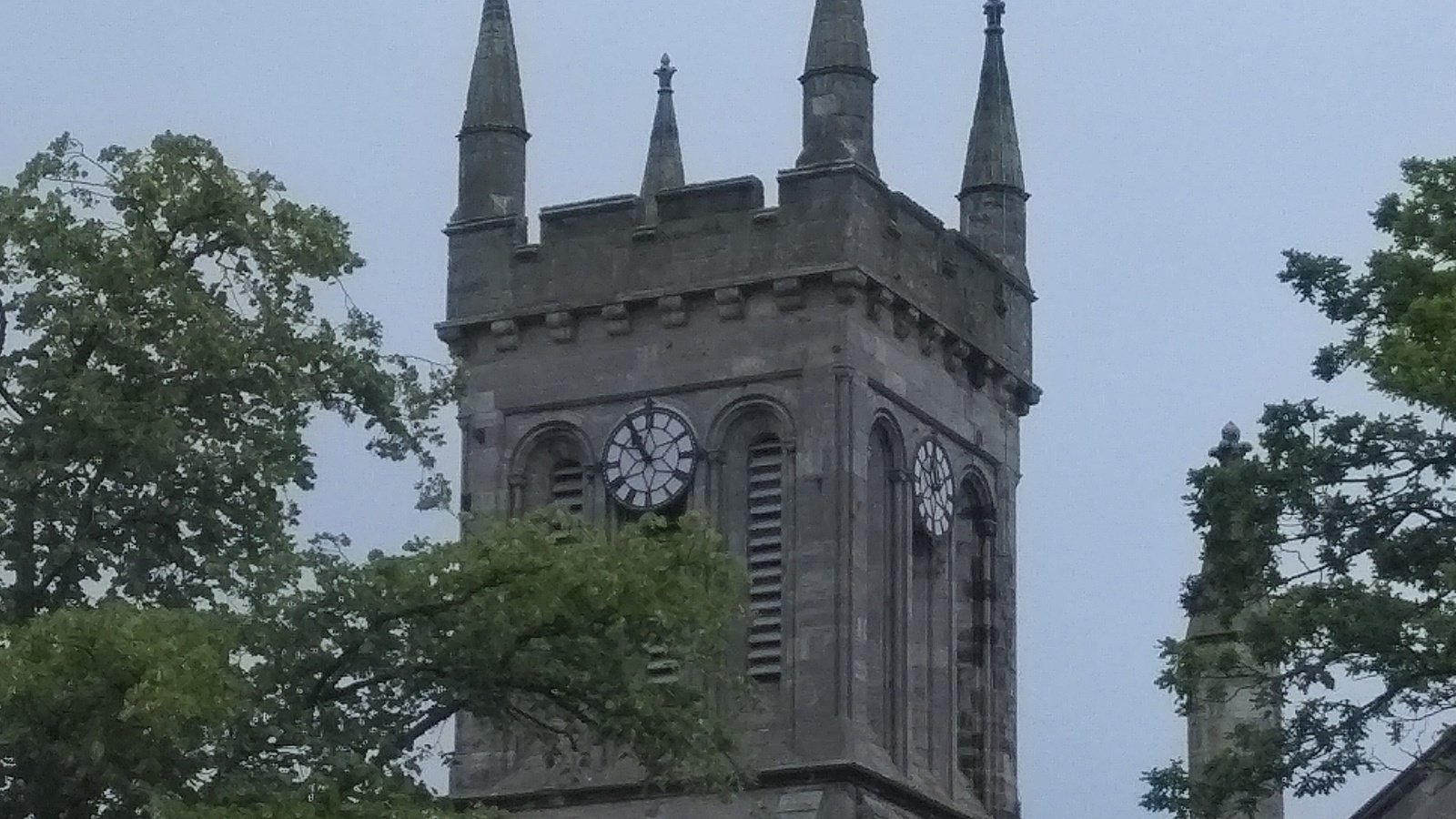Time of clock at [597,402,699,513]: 10:55
